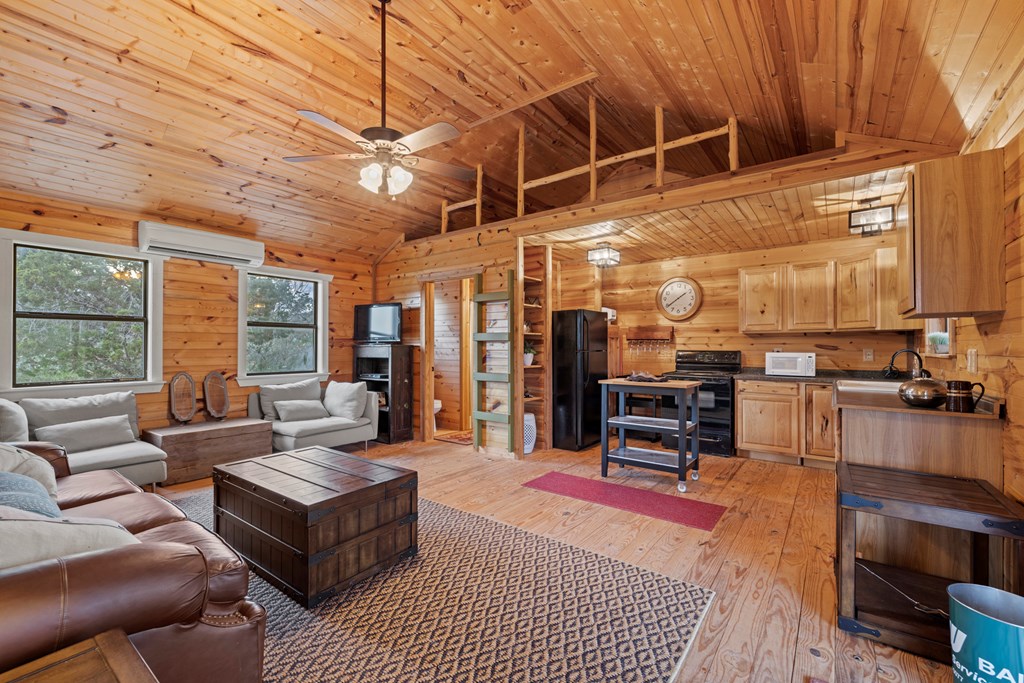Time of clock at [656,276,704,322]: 1:39
